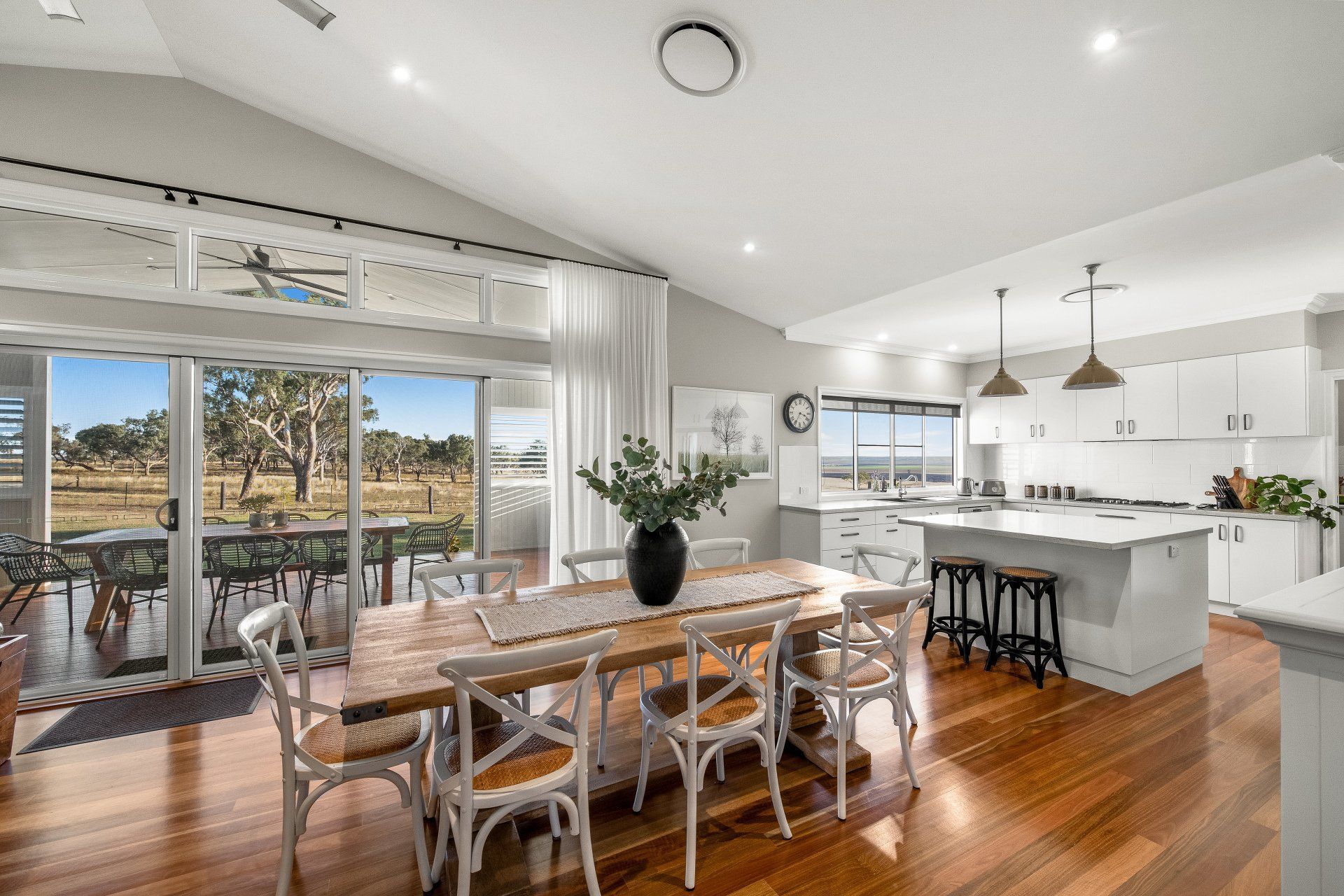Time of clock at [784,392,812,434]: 3:34
